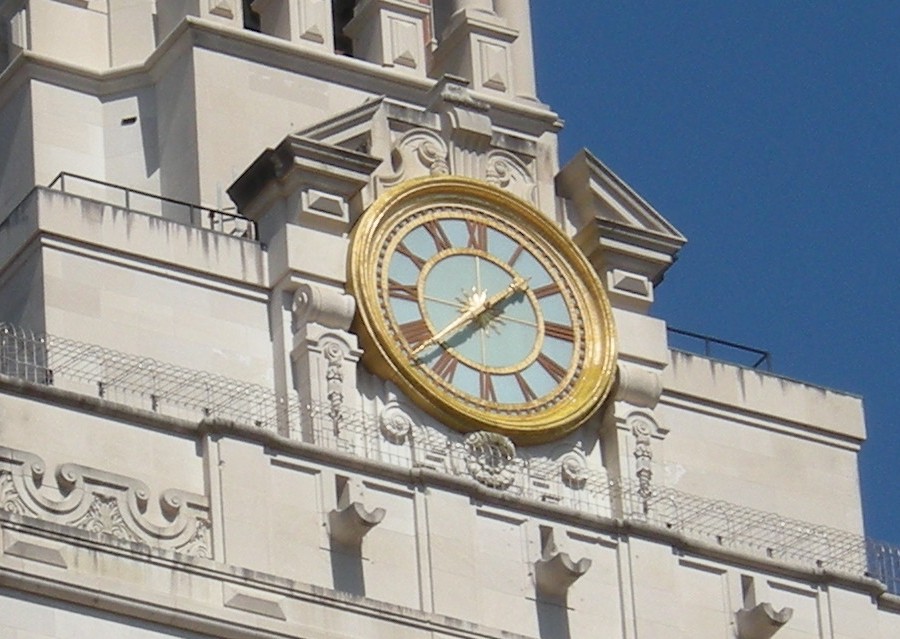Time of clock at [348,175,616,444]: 1:37
